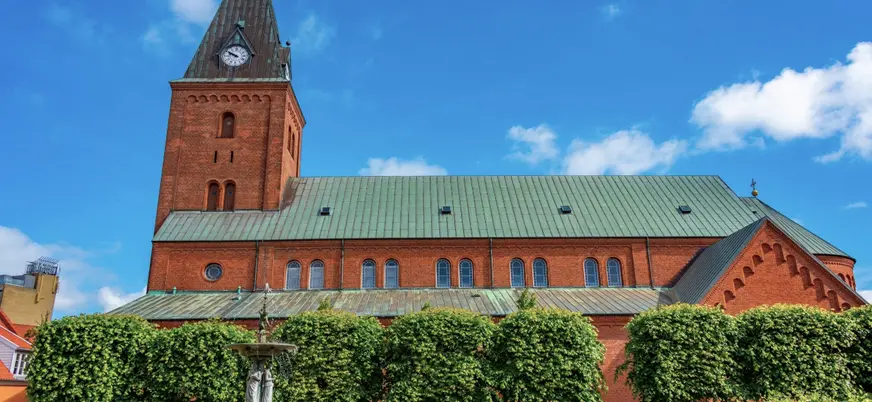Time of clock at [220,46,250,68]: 9:50
